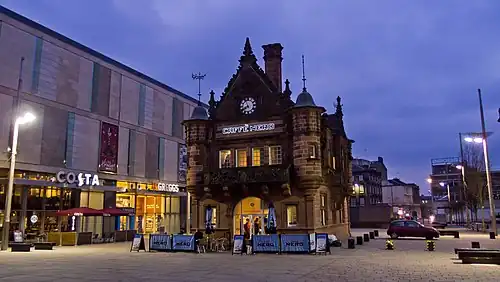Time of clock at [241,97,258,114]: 7:55
